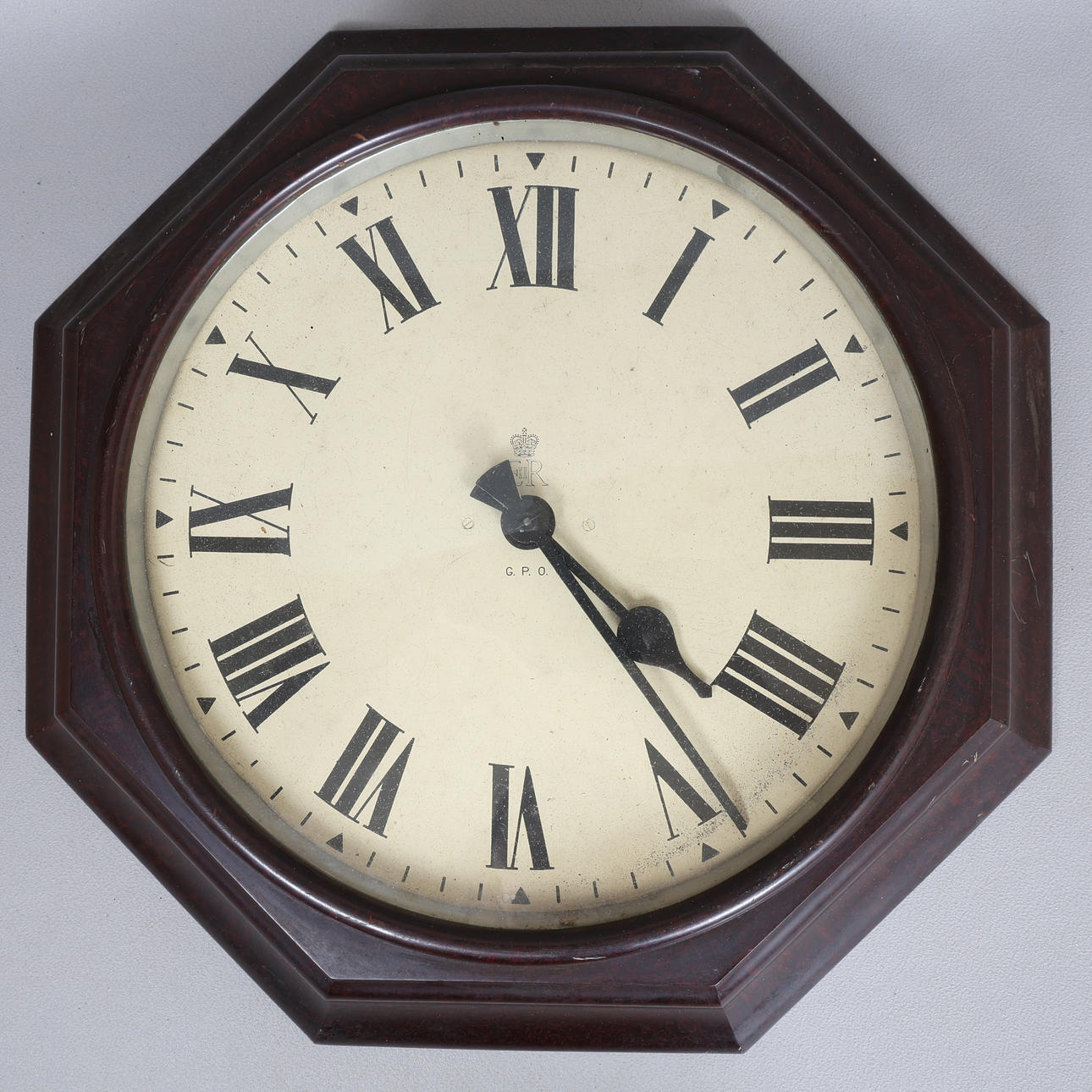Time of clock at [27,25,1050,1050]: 4:21
